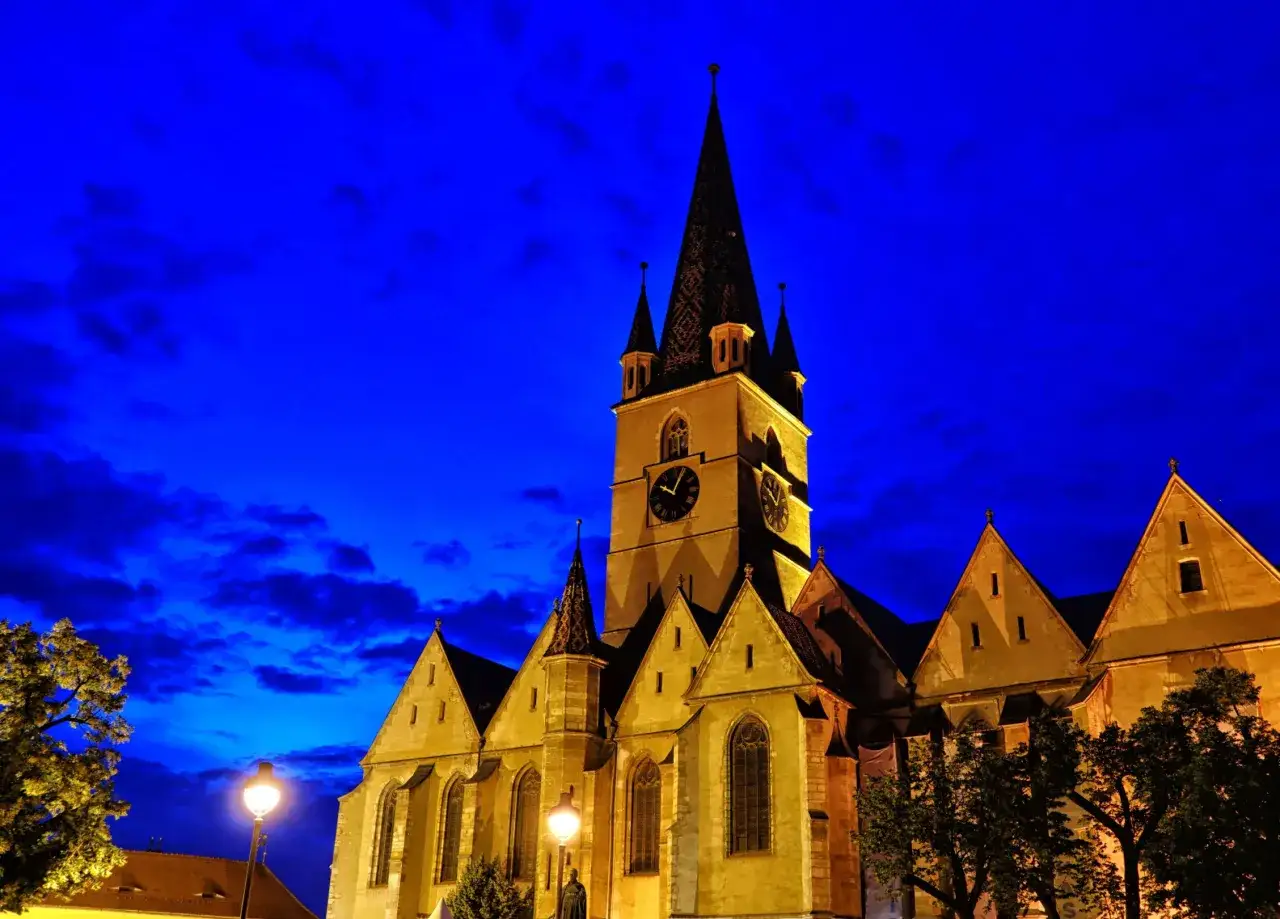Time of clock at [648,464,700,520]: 10:04
